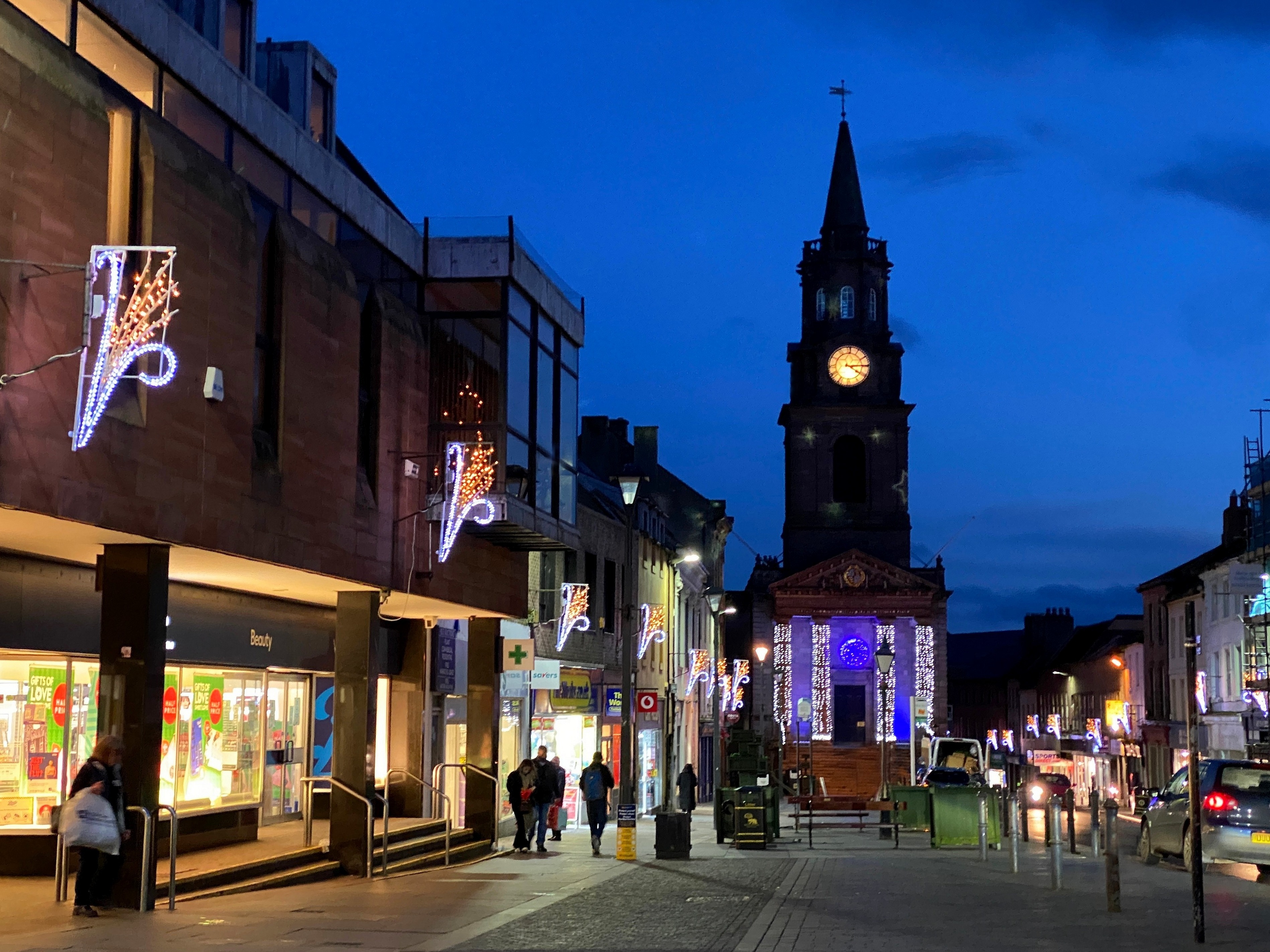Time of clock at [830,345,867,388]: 4:14
